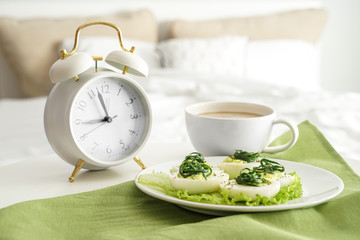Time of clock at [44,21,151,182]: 8:57
